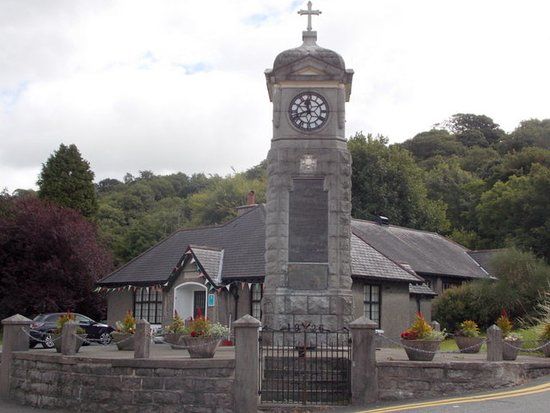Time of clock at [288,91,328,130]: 11:41
